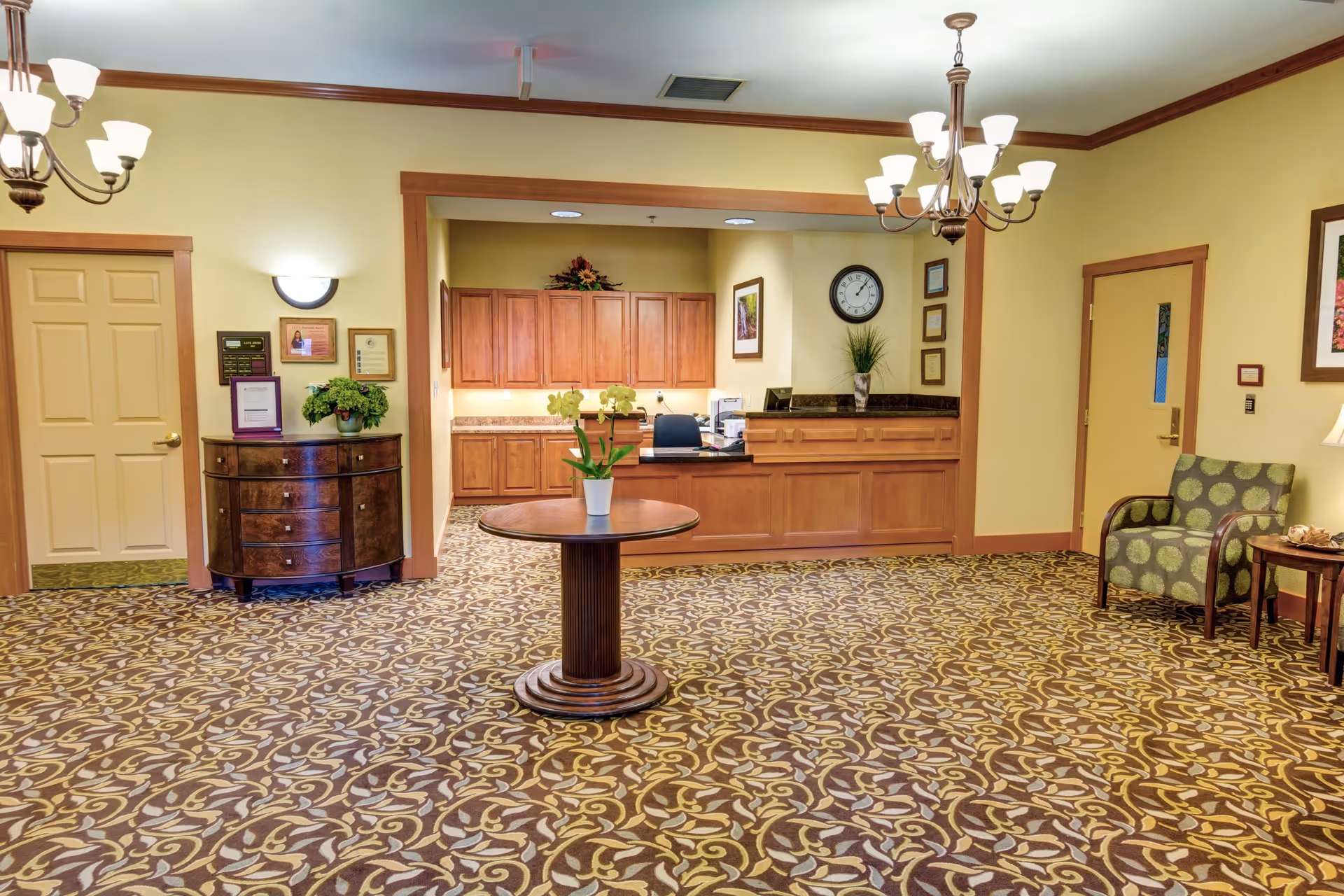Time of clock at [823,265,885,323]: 1:06
